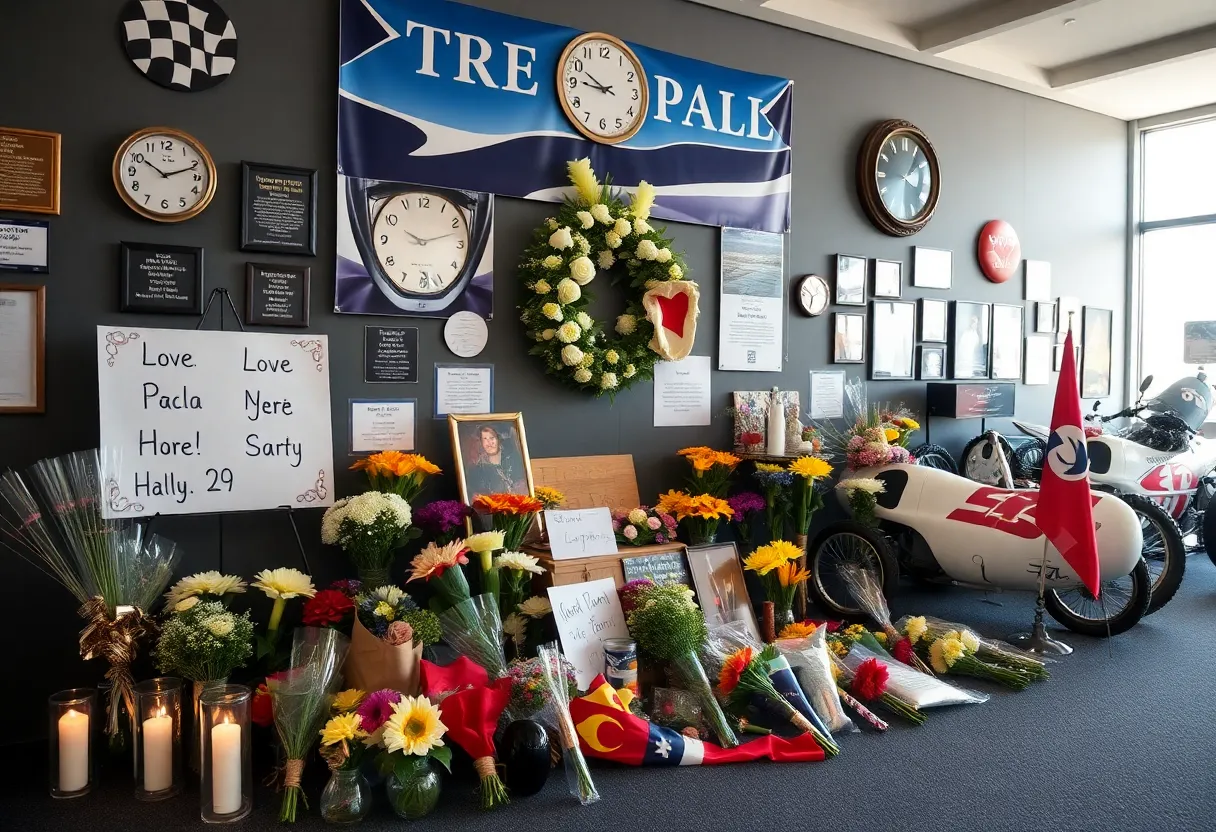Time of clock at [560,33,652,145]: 9:45
